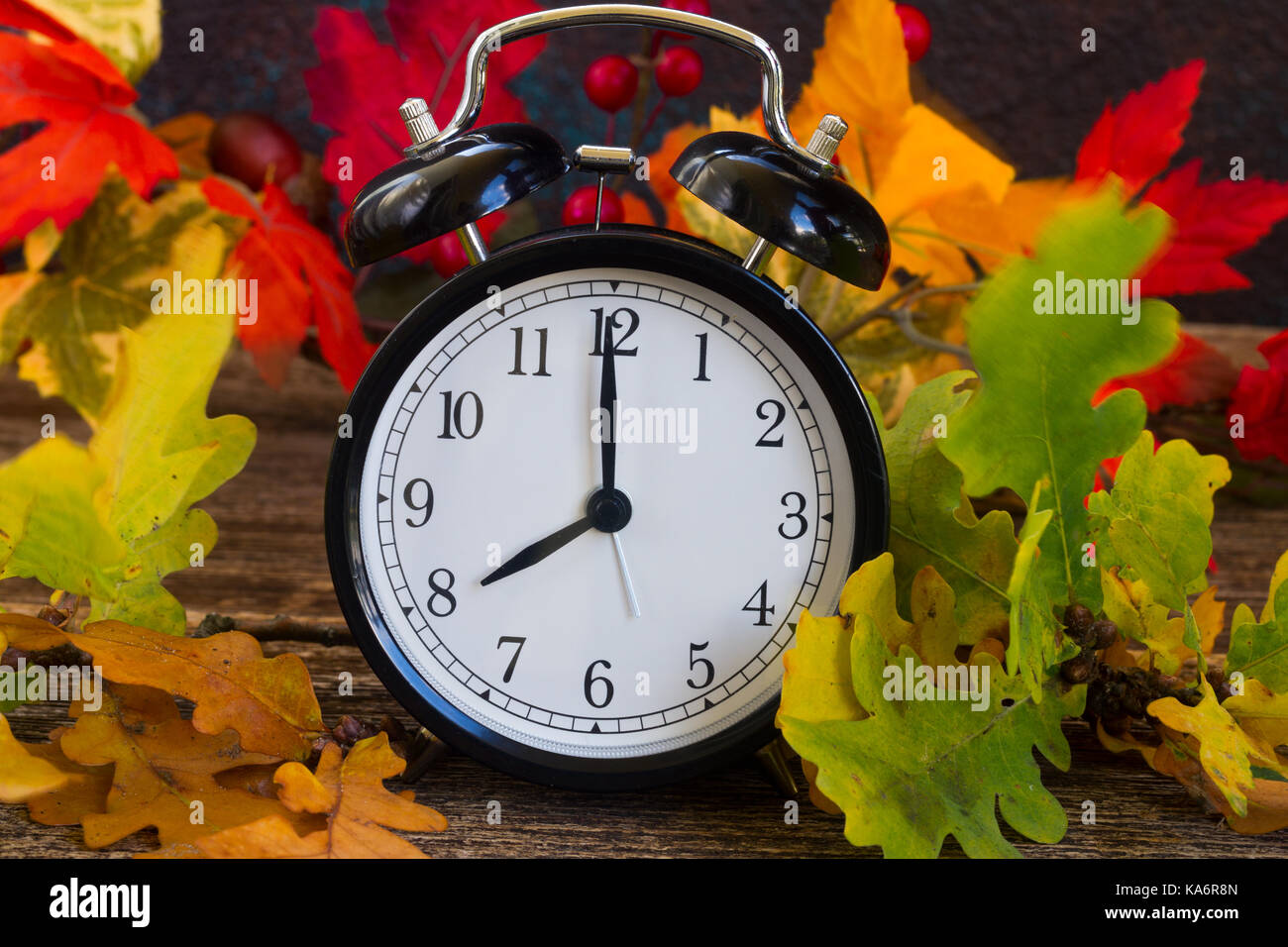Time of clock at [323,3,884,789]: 7:59
